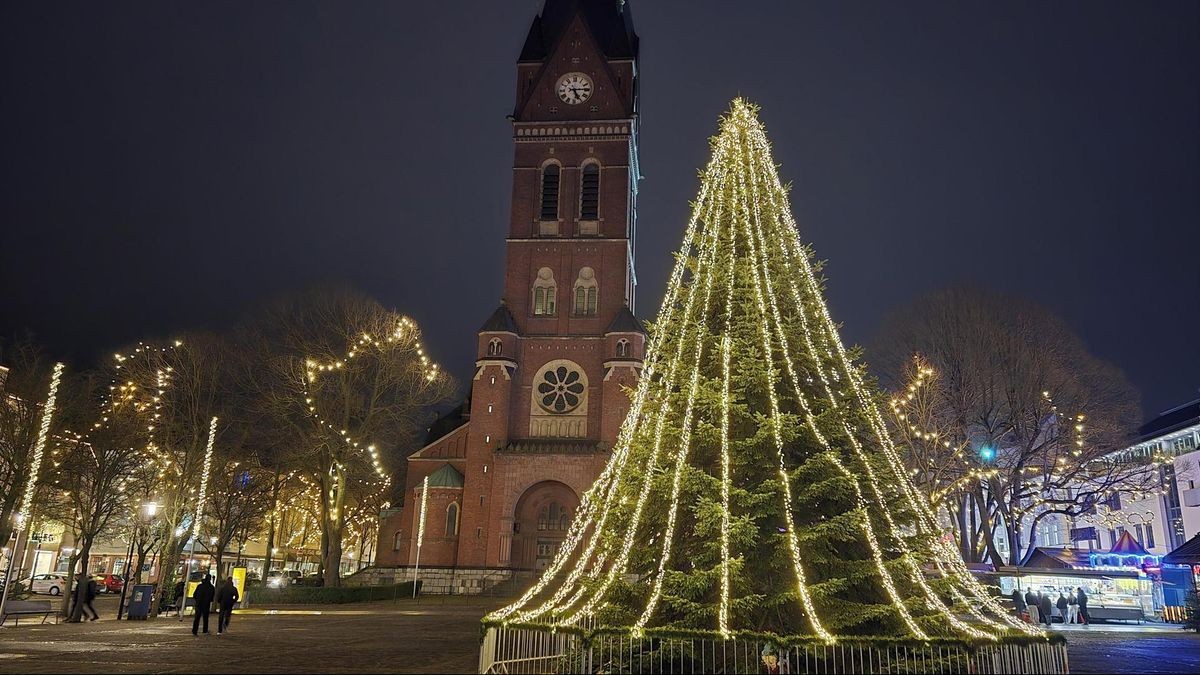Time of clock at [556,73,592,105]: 5:14
